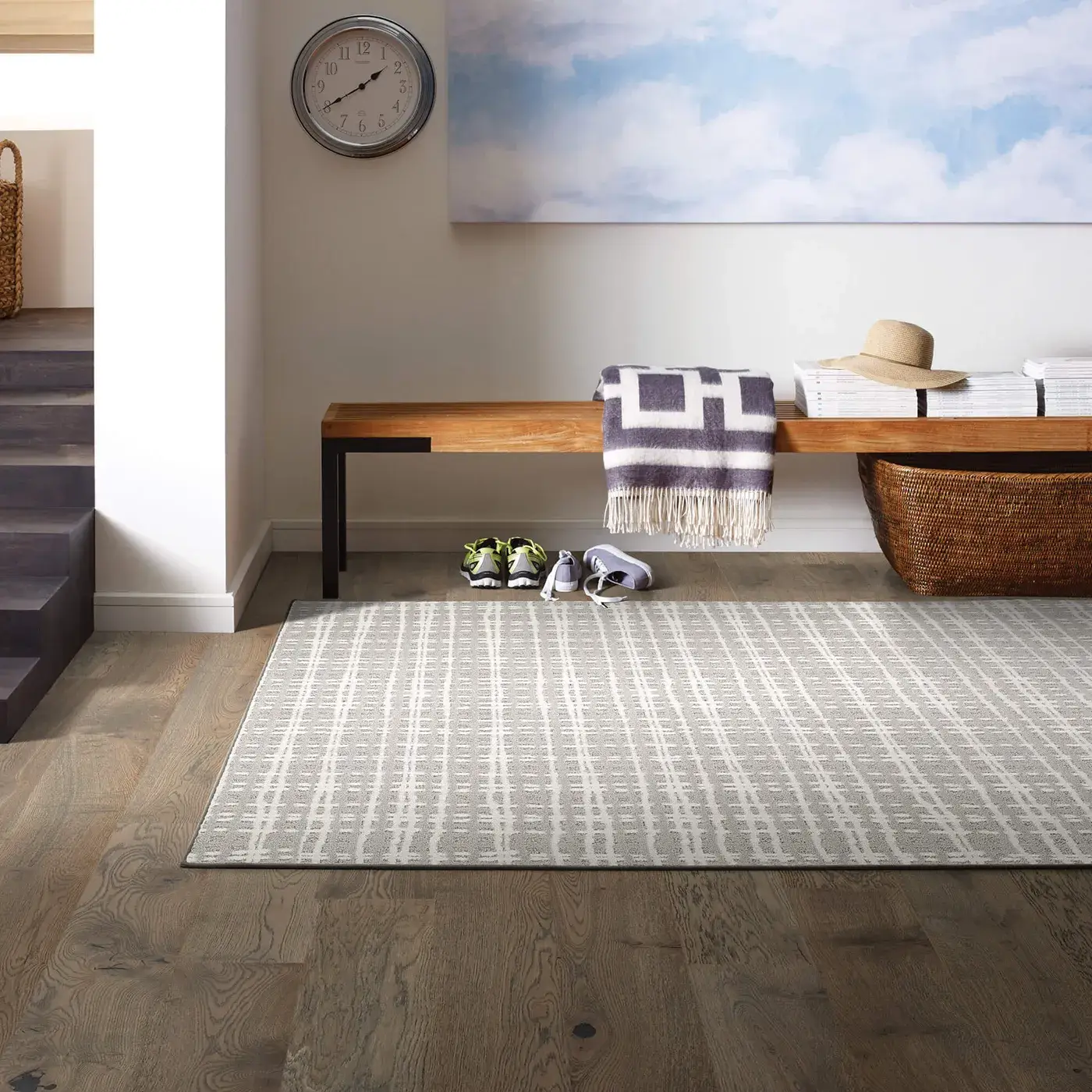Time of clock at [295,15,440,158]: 1:39
